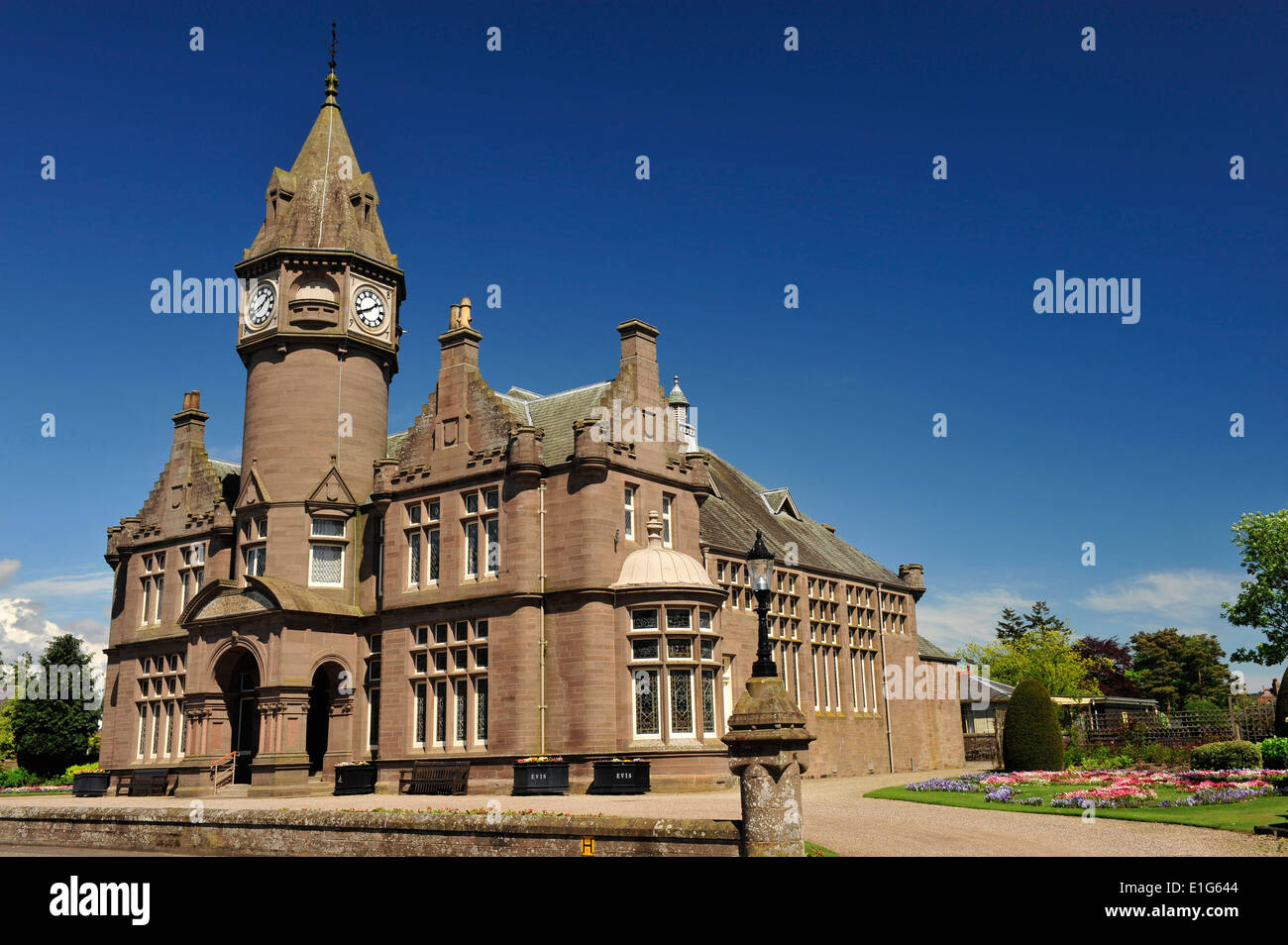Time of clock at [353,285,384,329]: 1:40
